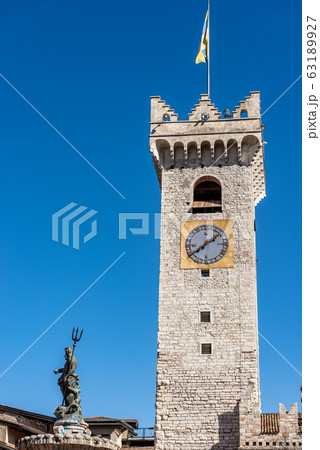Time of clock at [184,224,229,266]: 1:38
